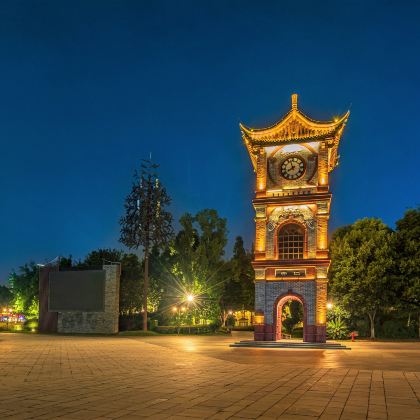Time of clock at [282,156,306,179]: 7:56
